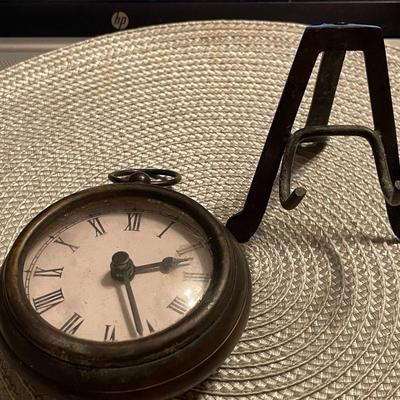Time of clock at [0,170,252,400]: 2:26
